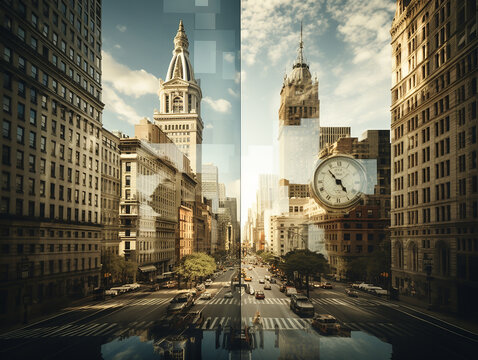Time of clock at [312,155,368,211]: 4:53
